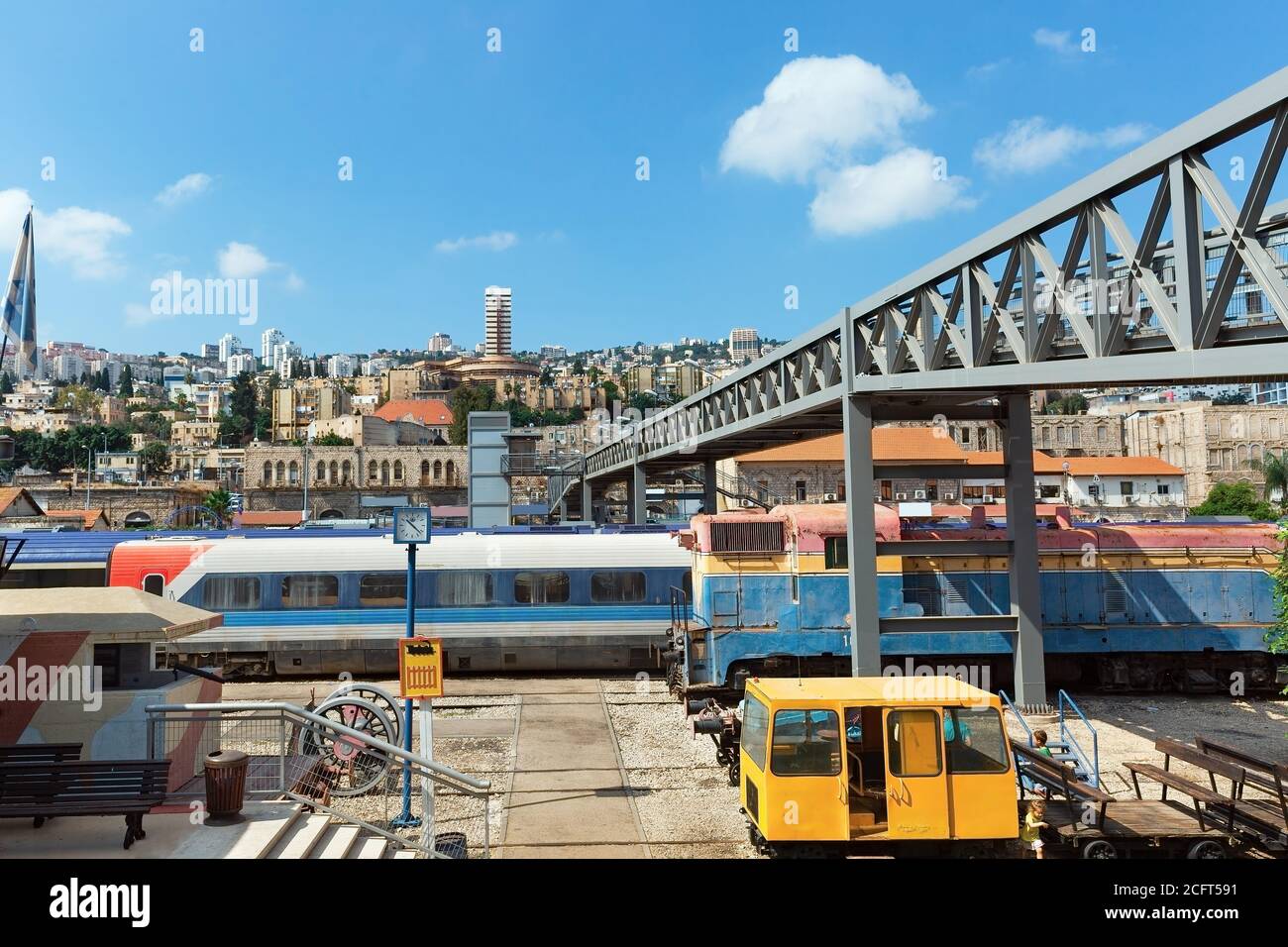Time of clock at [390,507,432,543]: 10:21
